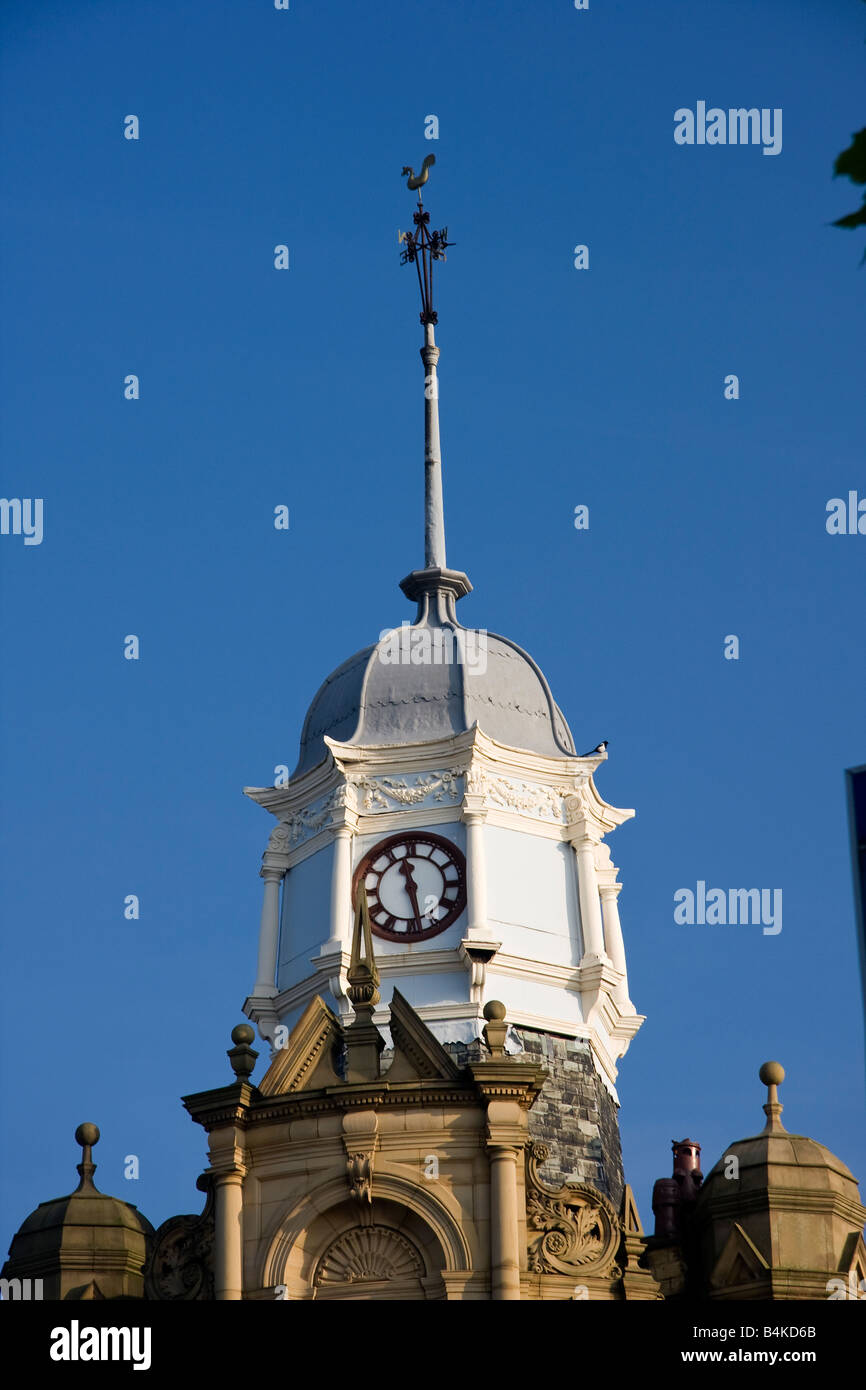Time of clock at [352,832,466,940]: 11:28
